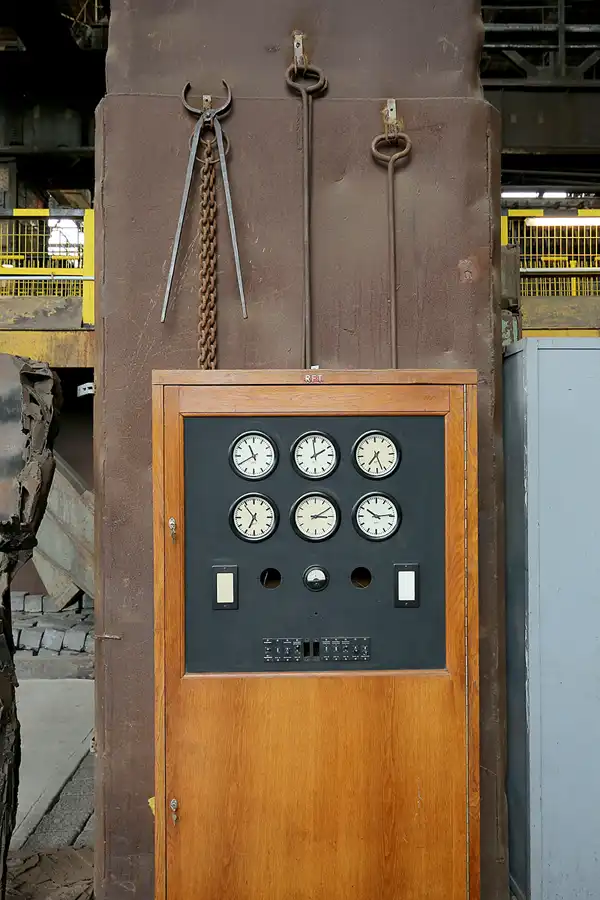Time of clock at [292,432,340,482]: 1:59
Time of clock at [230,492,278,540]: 6:53
